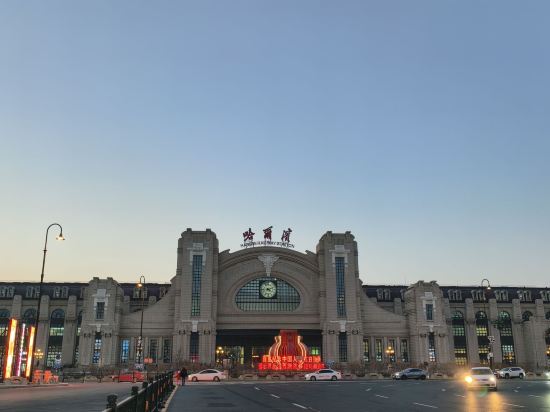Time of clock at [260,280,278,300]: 4:11
